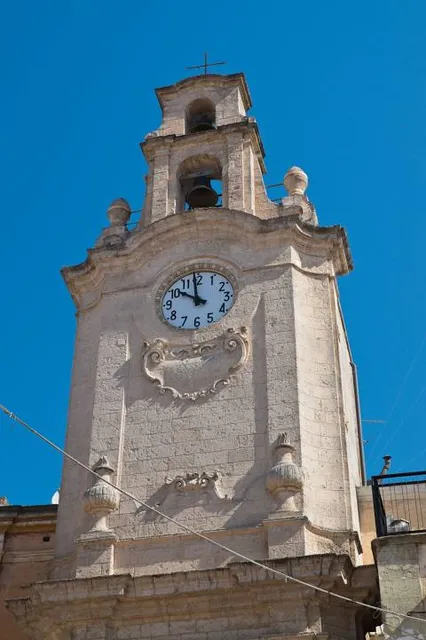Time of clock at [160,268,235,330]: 9:58
